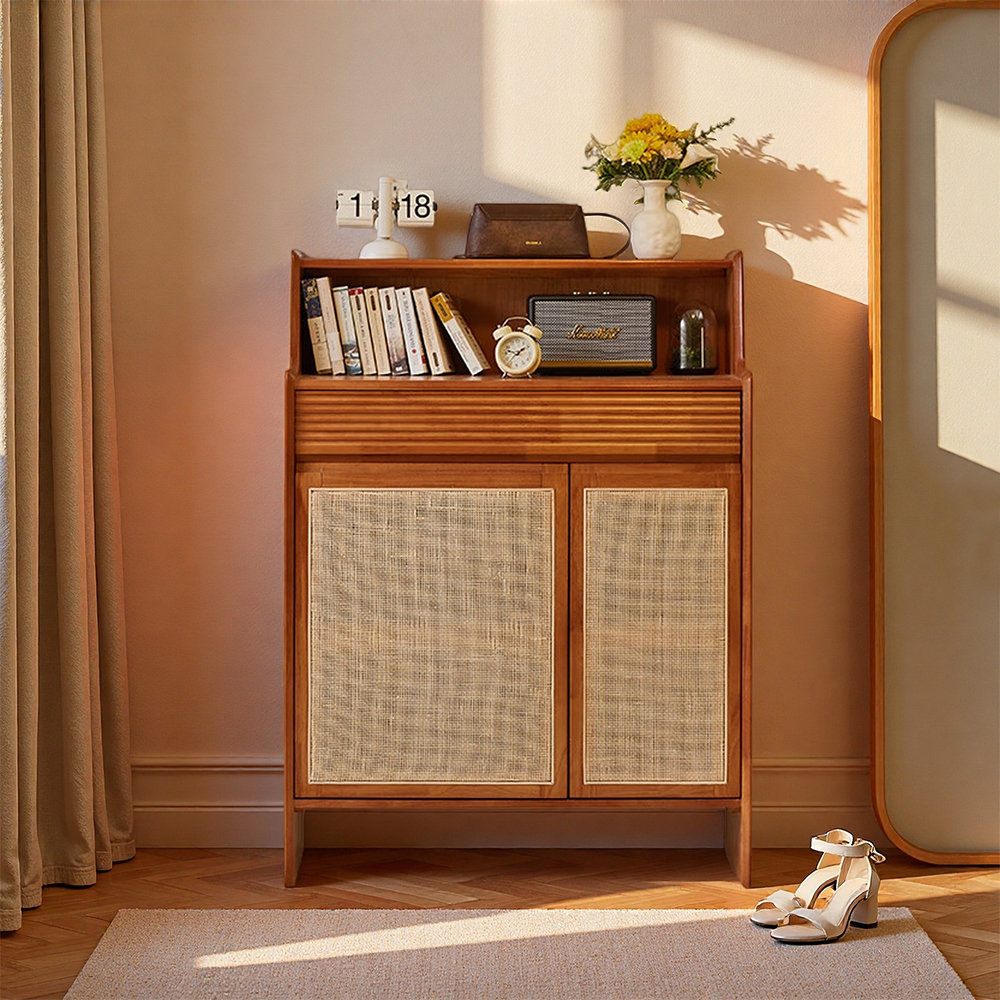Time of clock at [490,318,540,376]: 1:47
